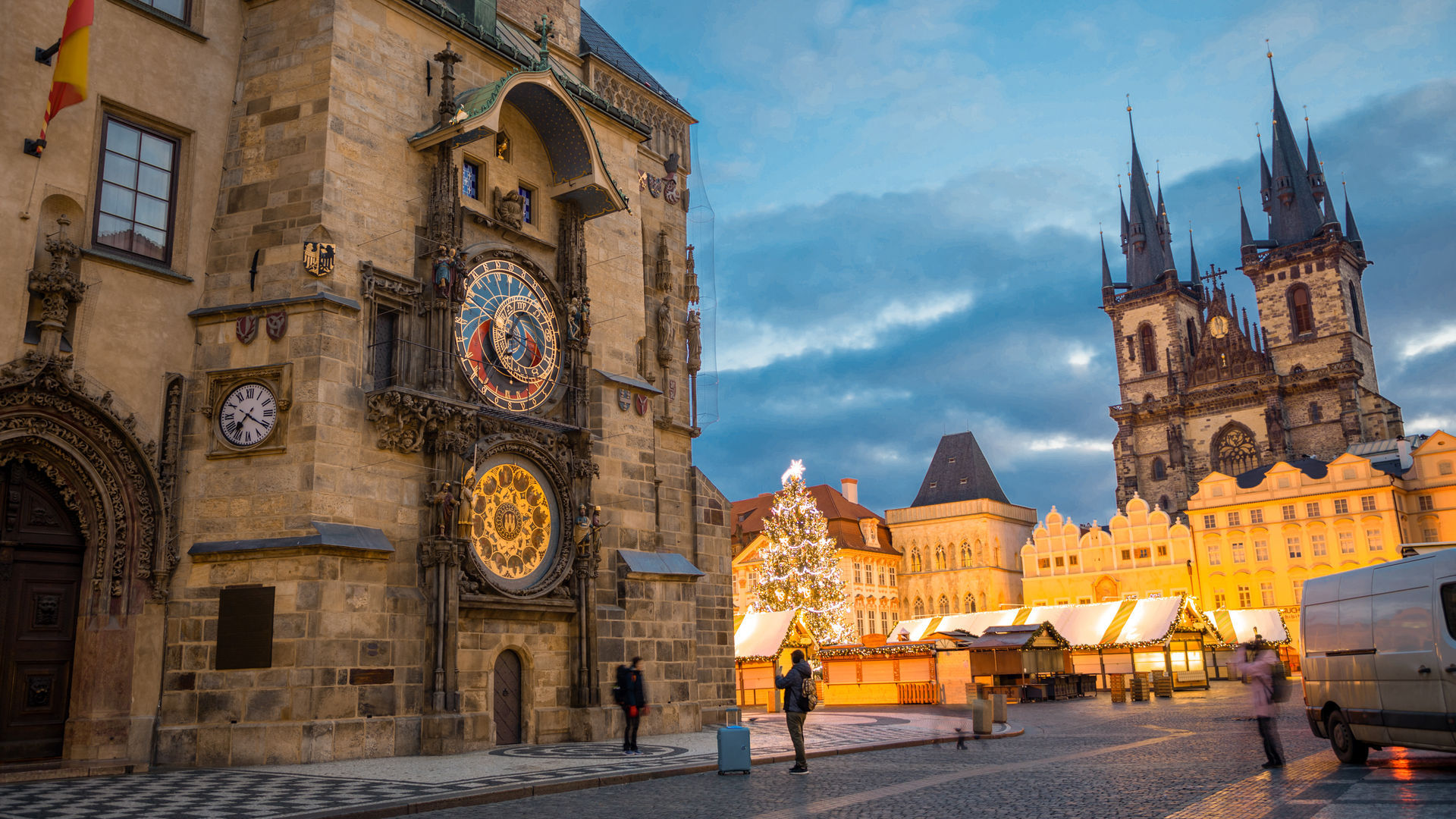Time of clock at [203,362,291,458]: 7:20
